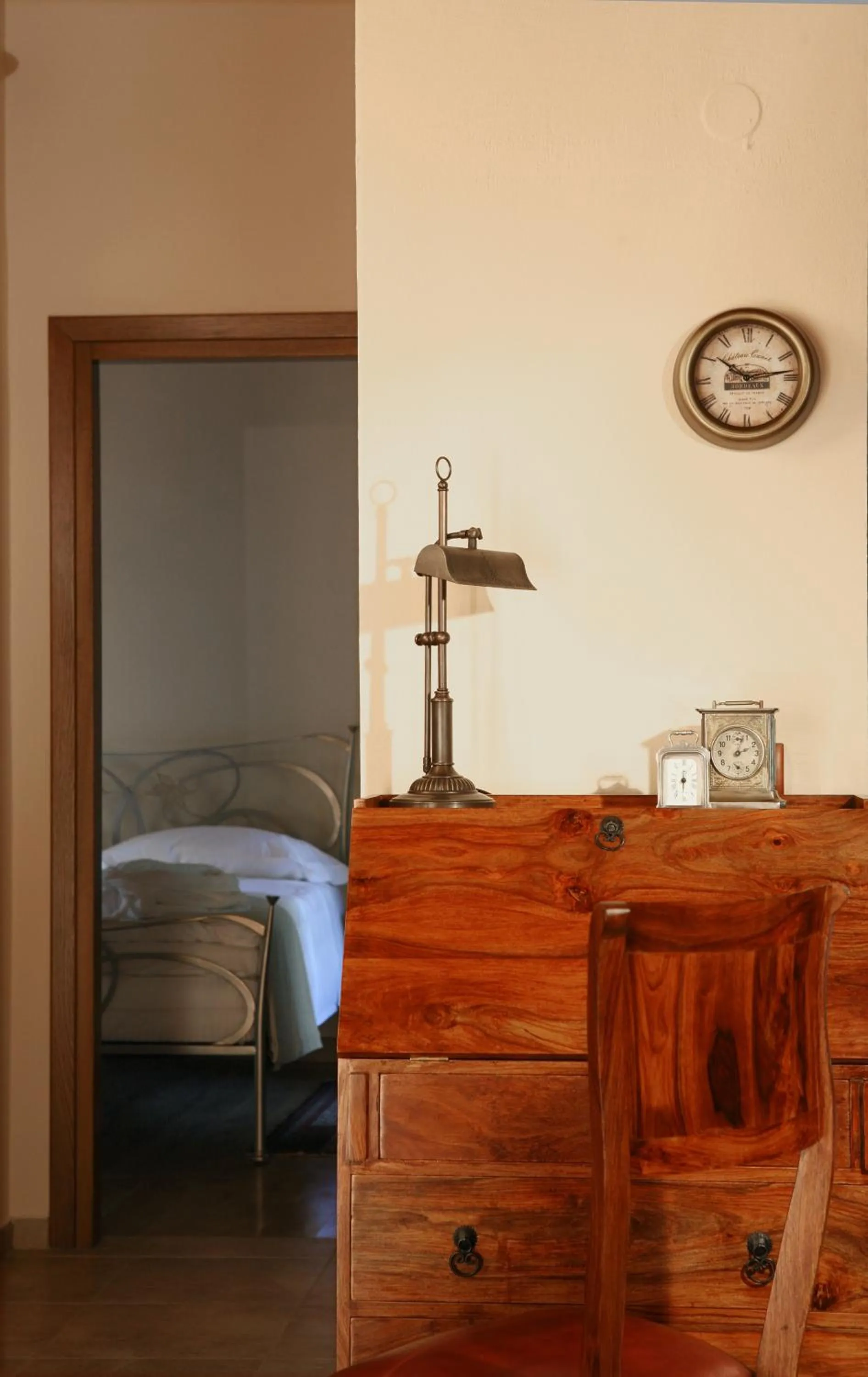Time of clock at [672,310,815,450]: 10:13
